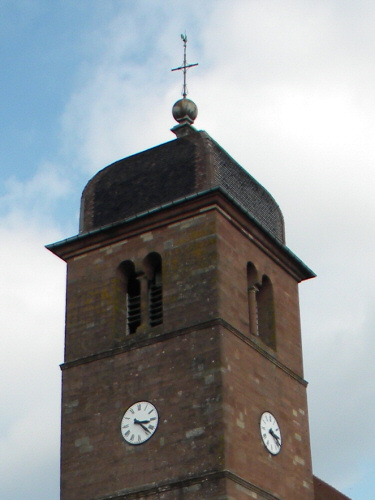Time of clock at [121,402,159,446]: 3:22
